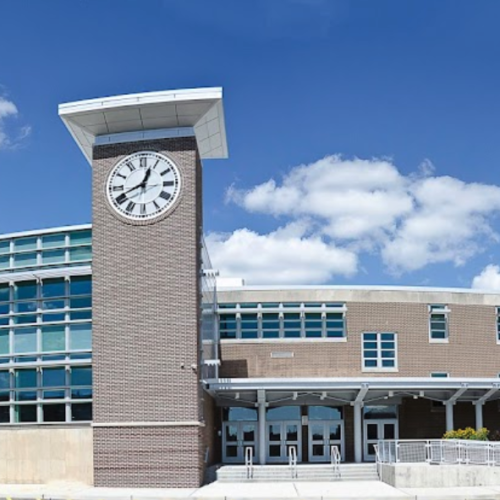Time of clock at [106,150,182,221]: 12:41
